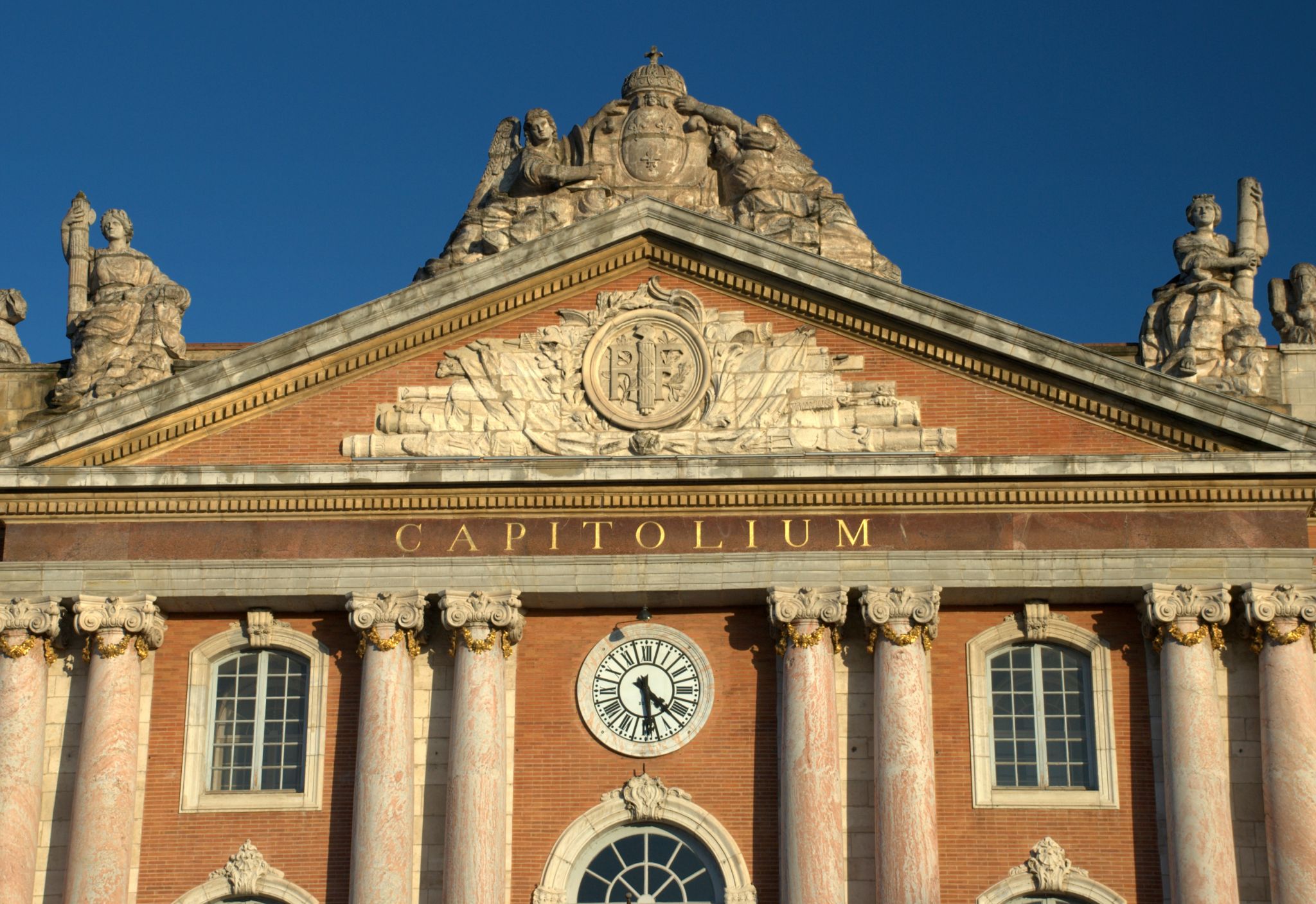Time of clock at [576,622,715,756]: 4:28
